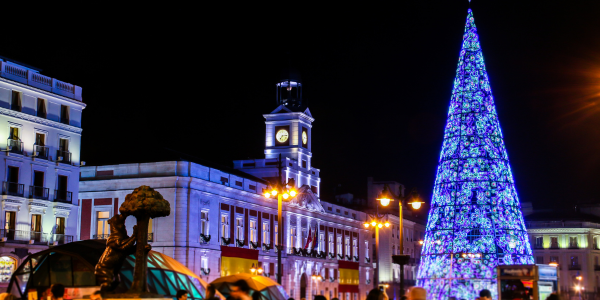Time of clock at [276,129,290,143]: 7:13
